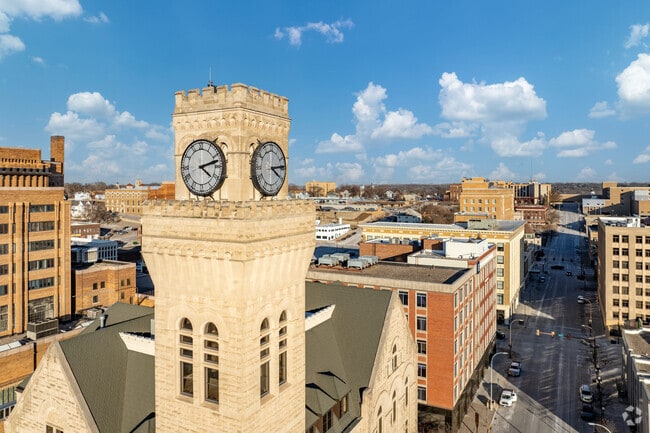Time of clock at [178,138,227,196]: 4:12
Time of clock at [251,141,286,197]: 4:14
